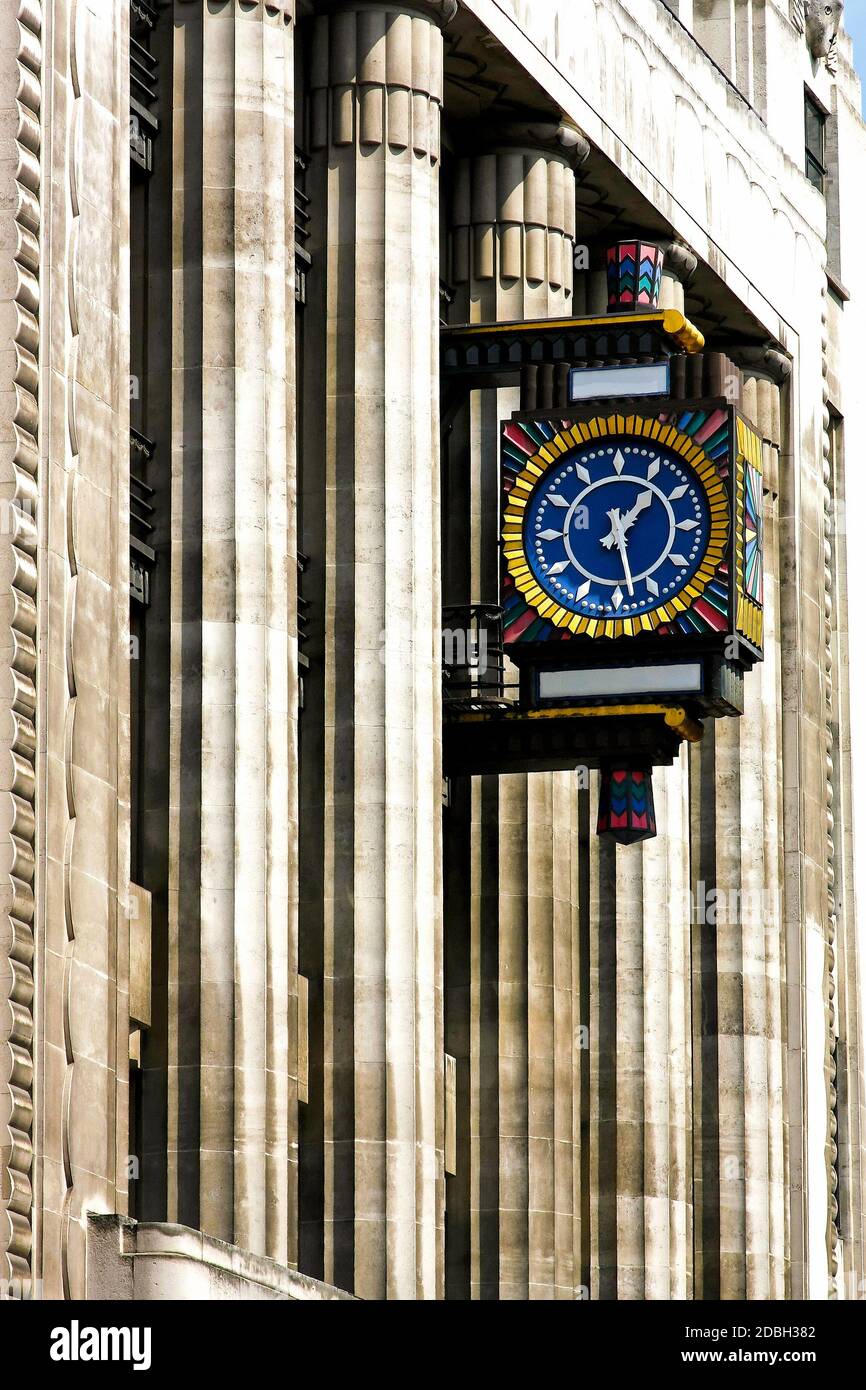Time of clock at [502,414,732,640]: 1:28
